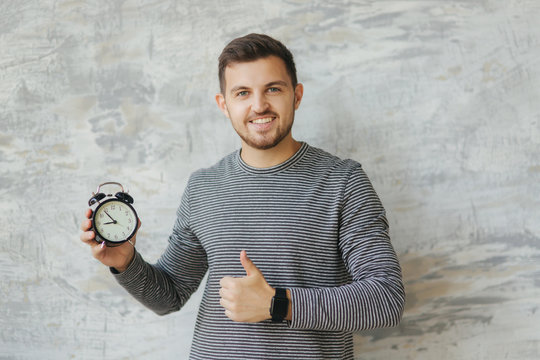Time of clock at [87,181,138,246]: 8:53
